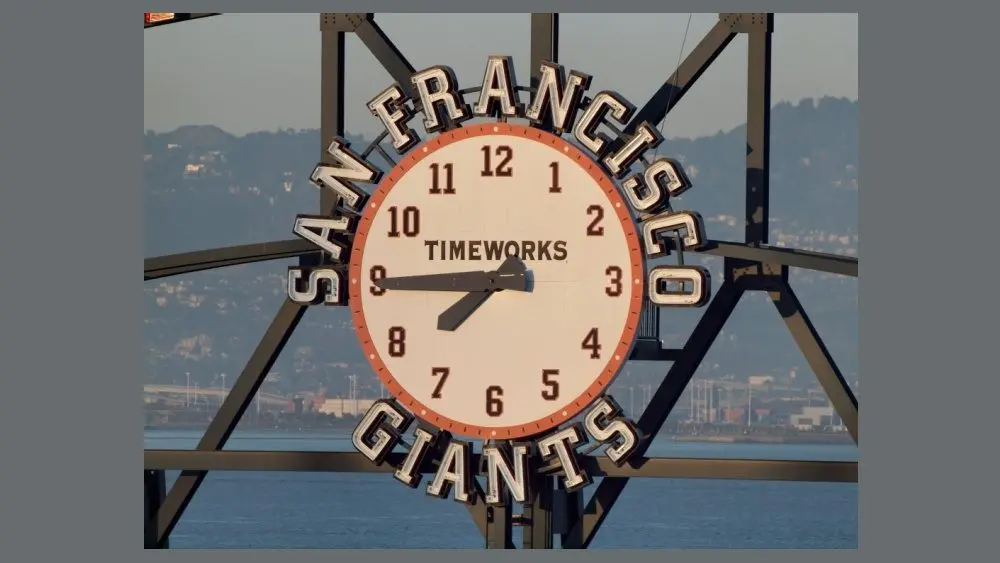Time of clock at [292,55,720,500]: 7:44
